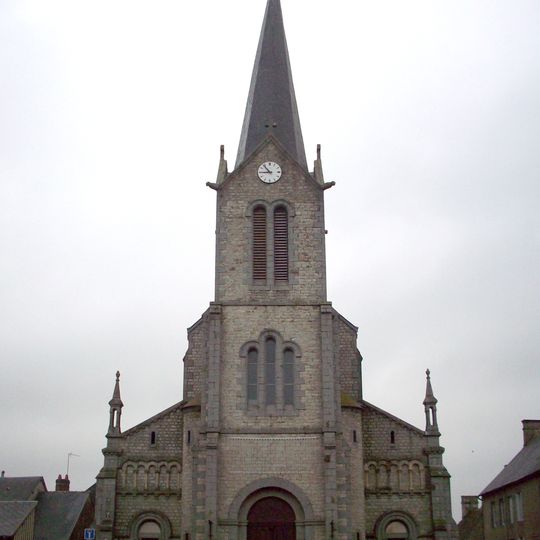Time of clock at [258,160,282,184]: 8:53
